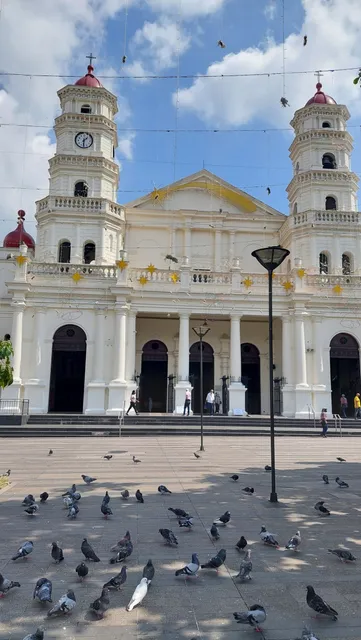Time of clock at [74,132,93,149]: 1:30
